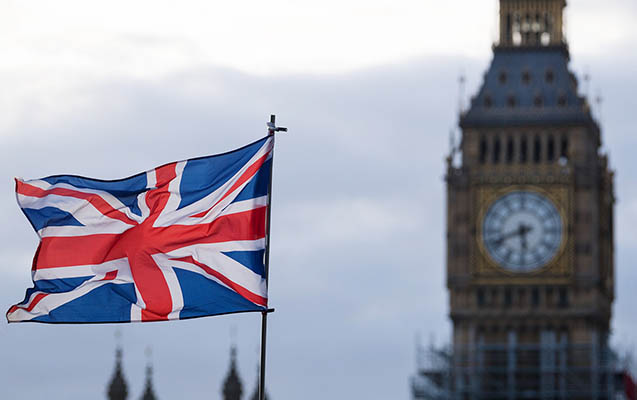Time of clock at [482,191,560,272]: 5:41
